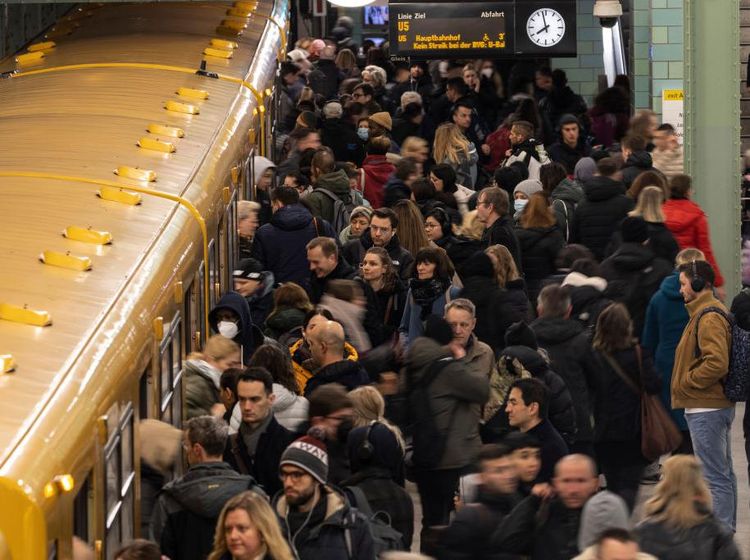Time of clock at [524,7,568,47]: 7:57
